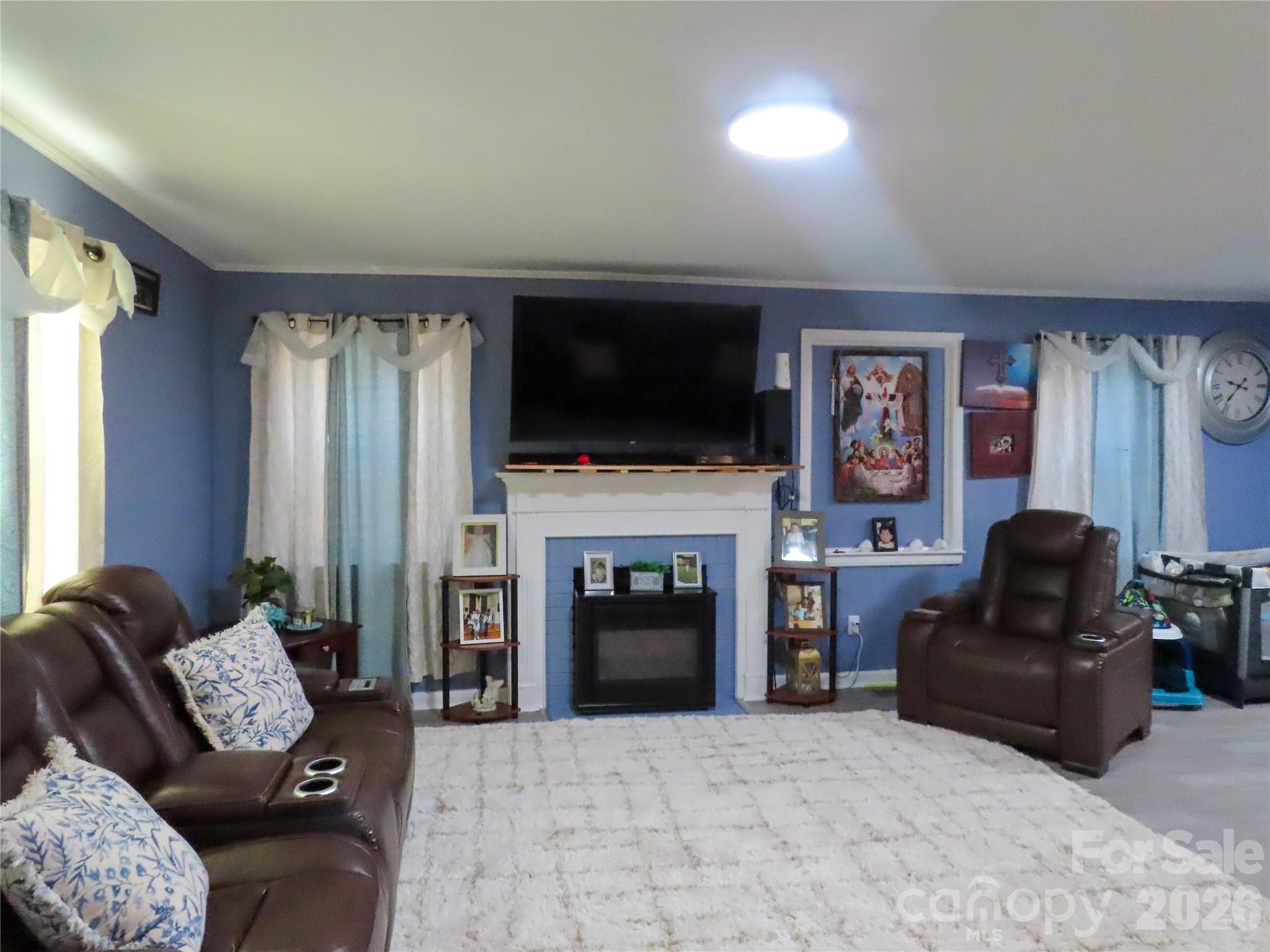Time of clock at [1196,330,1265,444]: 9:36
